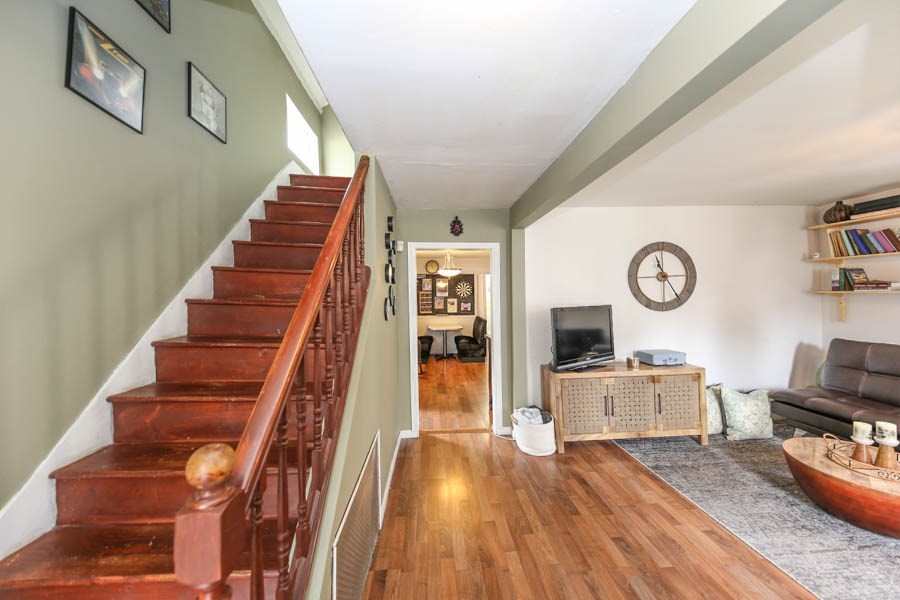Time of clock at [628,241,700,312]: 11:24
